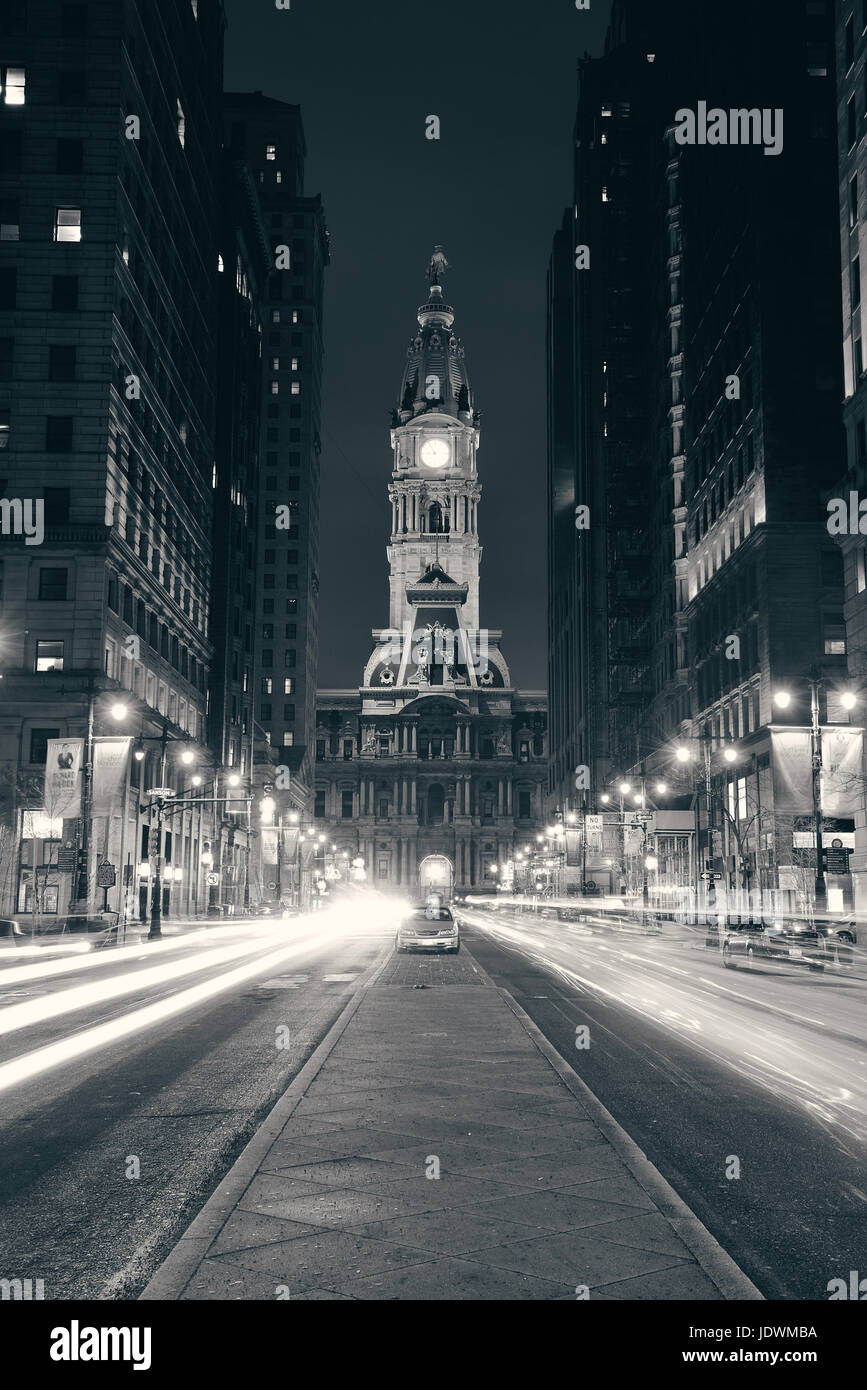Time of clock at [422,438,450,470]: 8:54
